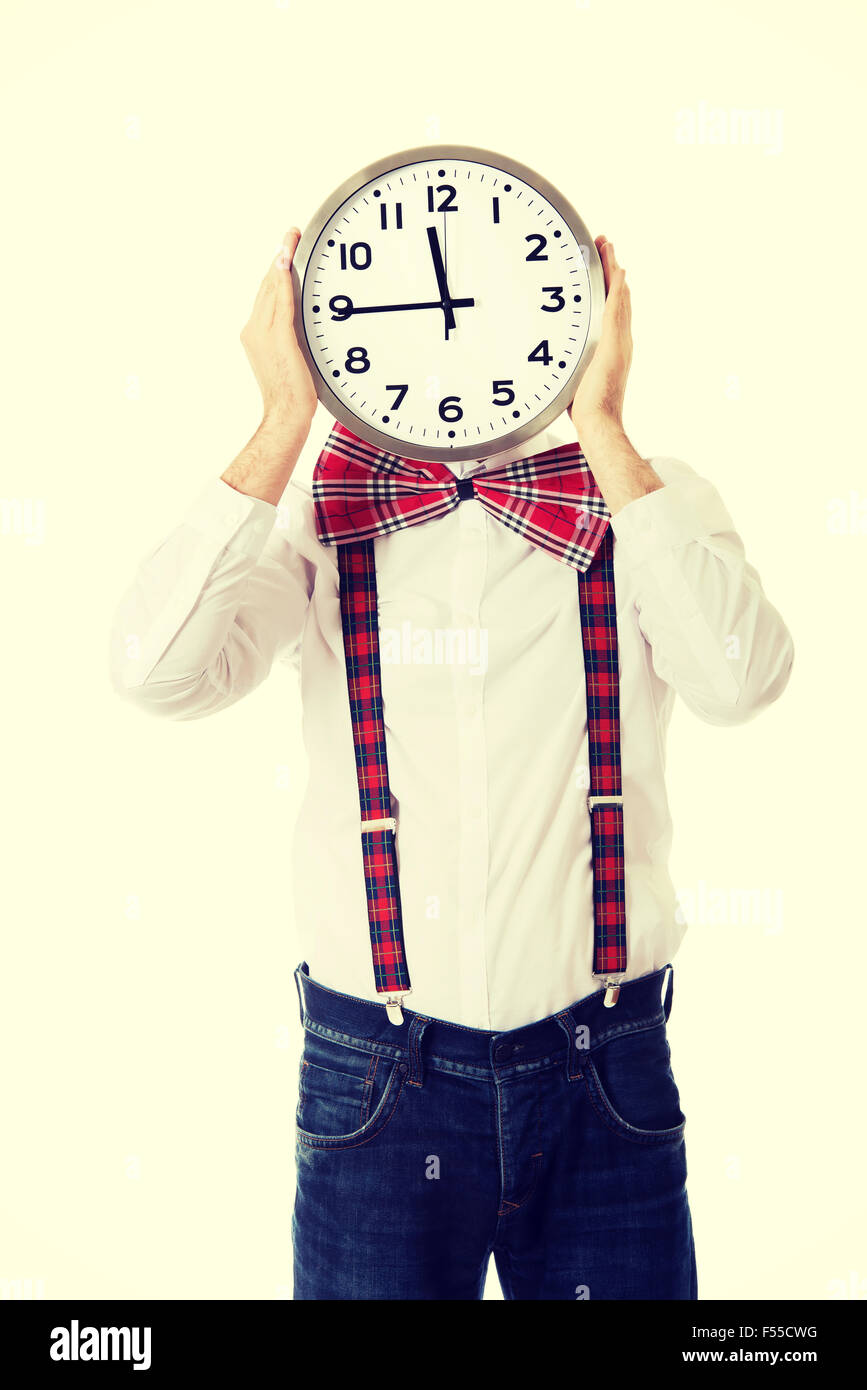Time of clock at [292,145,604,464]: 11:44
